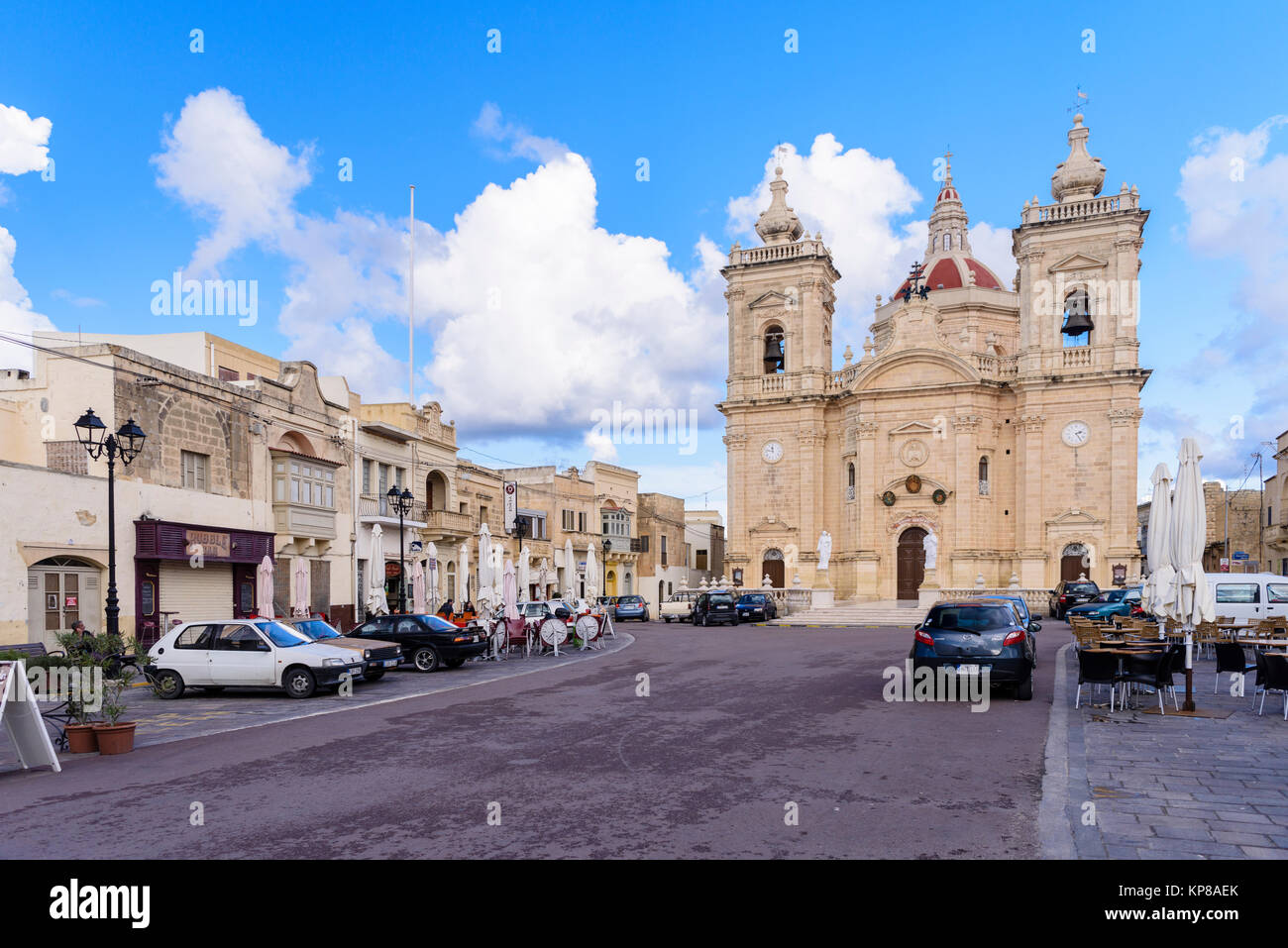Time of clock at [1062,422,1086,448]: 2:24
